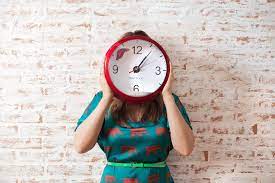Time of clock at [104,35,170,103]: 1:06
